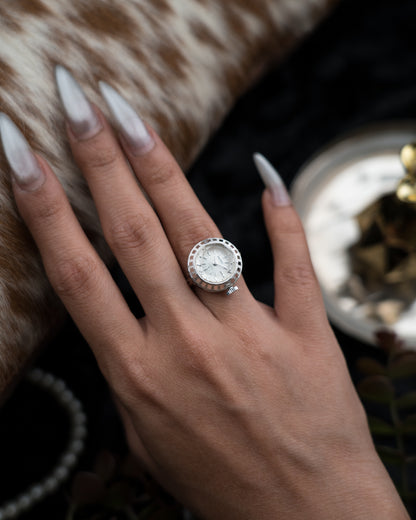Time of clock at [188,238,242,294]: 8:18
